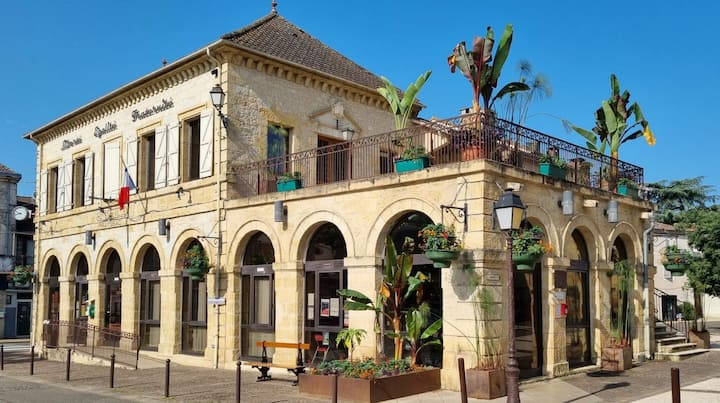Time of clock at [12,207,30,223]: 9:42
